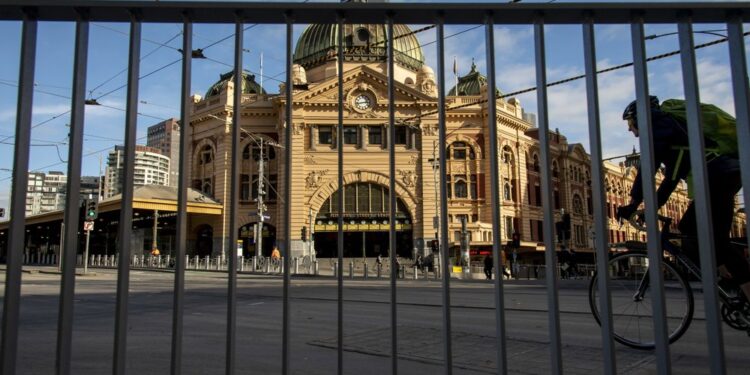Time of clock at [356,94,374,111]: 2:43
